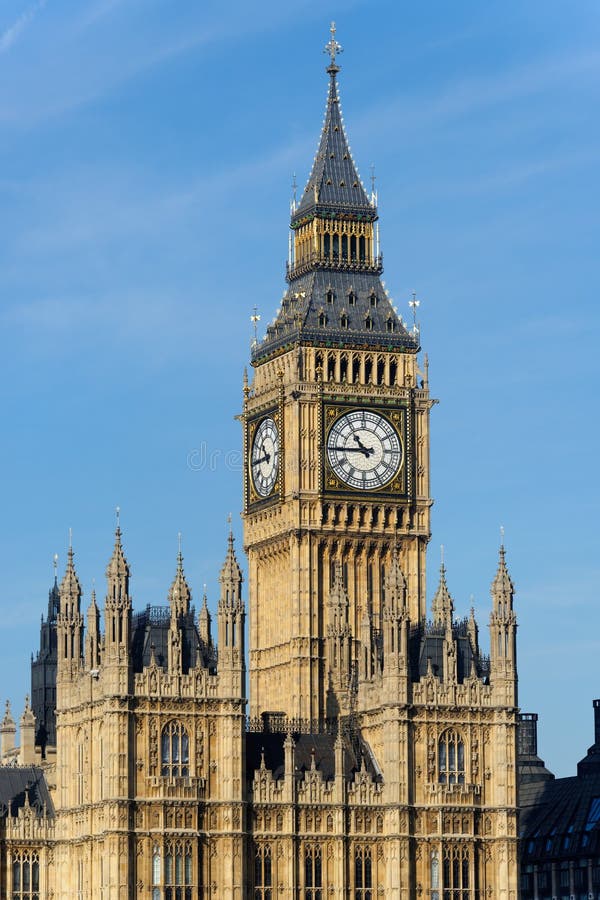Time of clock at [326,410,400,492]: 10:44
